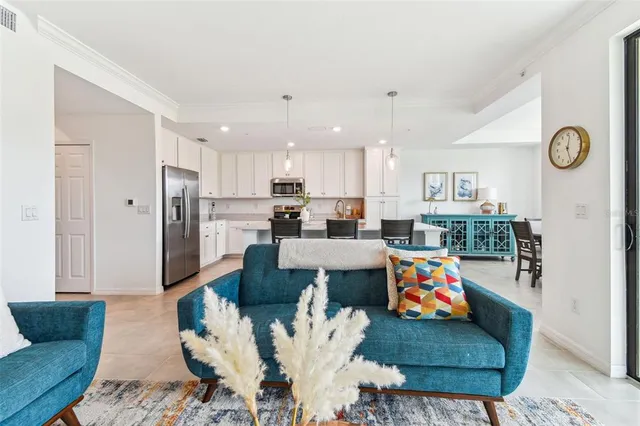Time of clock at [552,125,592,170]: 12:27
